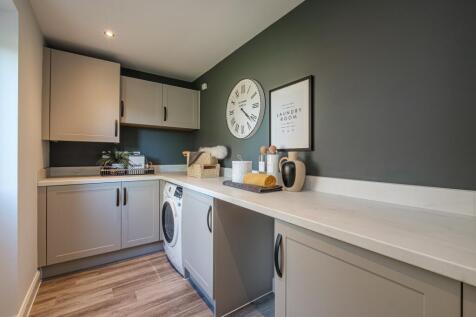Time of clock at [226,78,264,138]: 4:21
